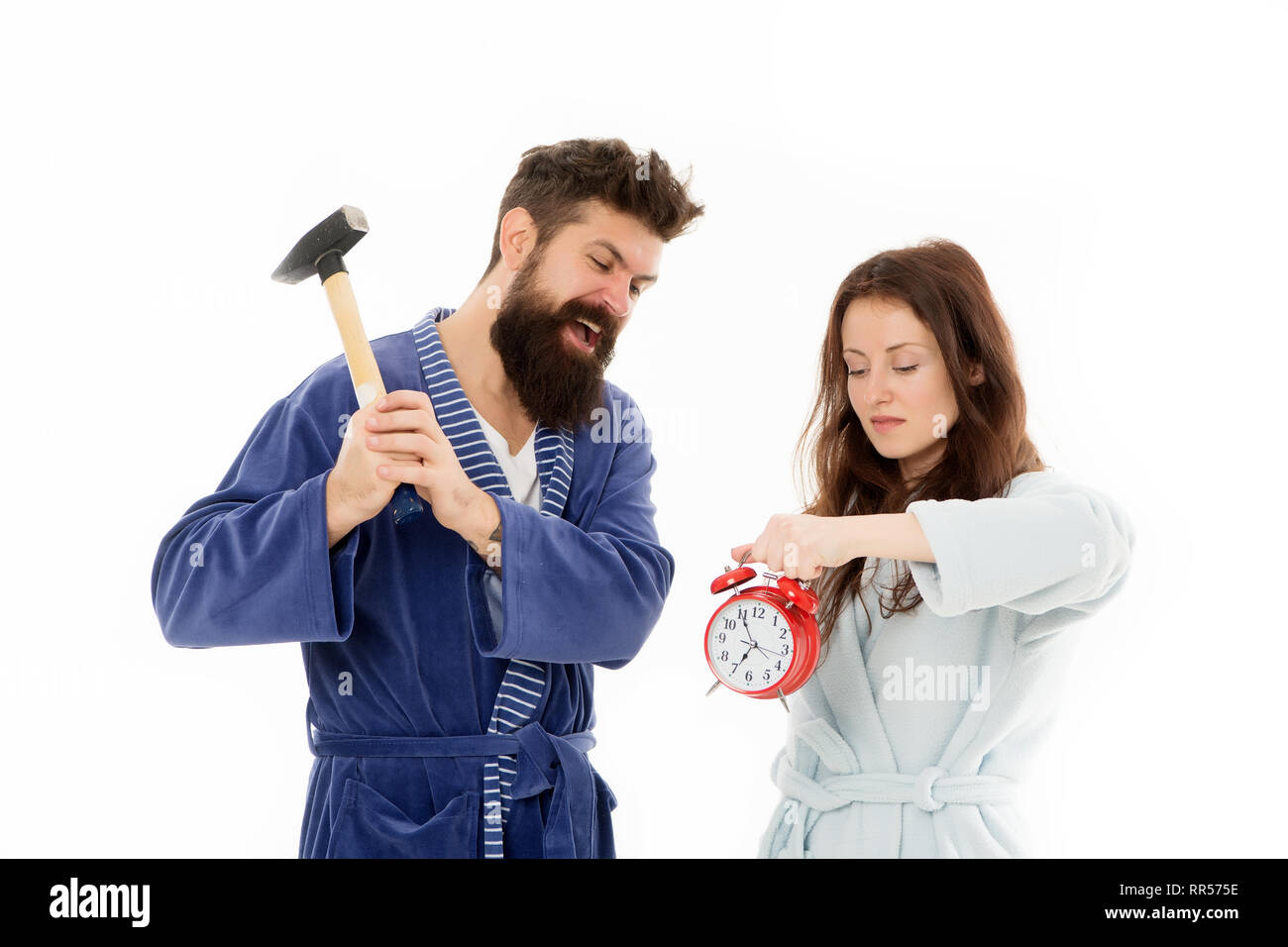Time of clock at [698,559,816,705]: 6:54
